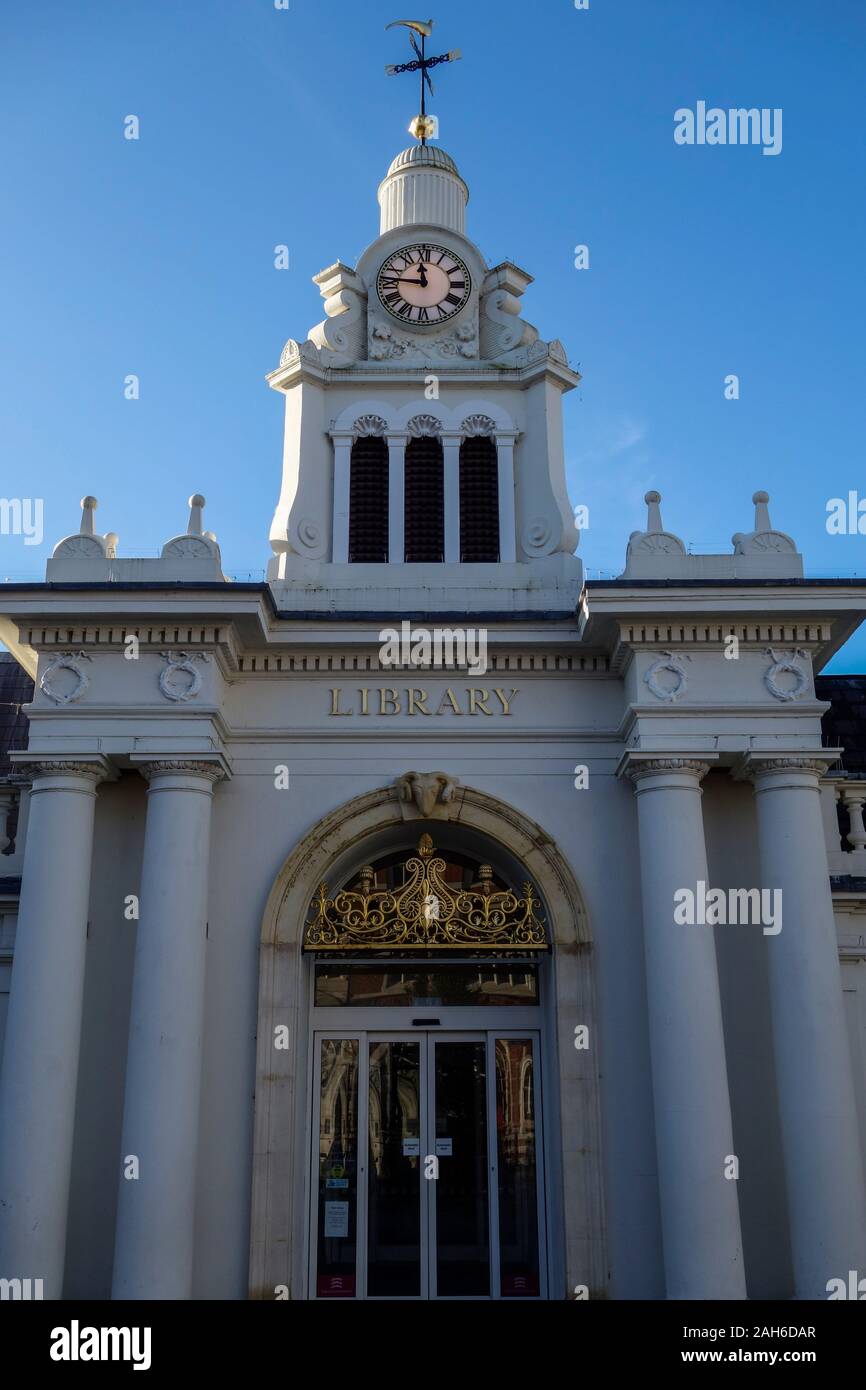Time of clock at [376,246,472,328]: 11:46
